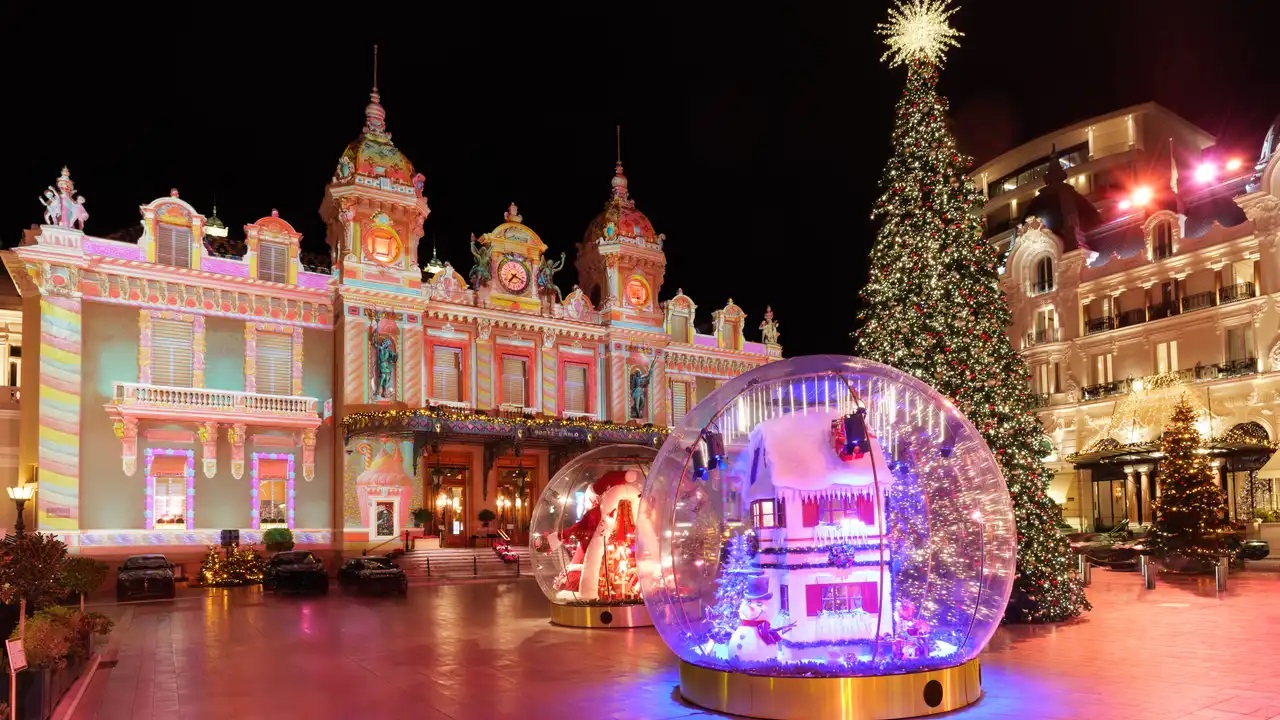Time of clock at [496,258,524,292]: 7:18
